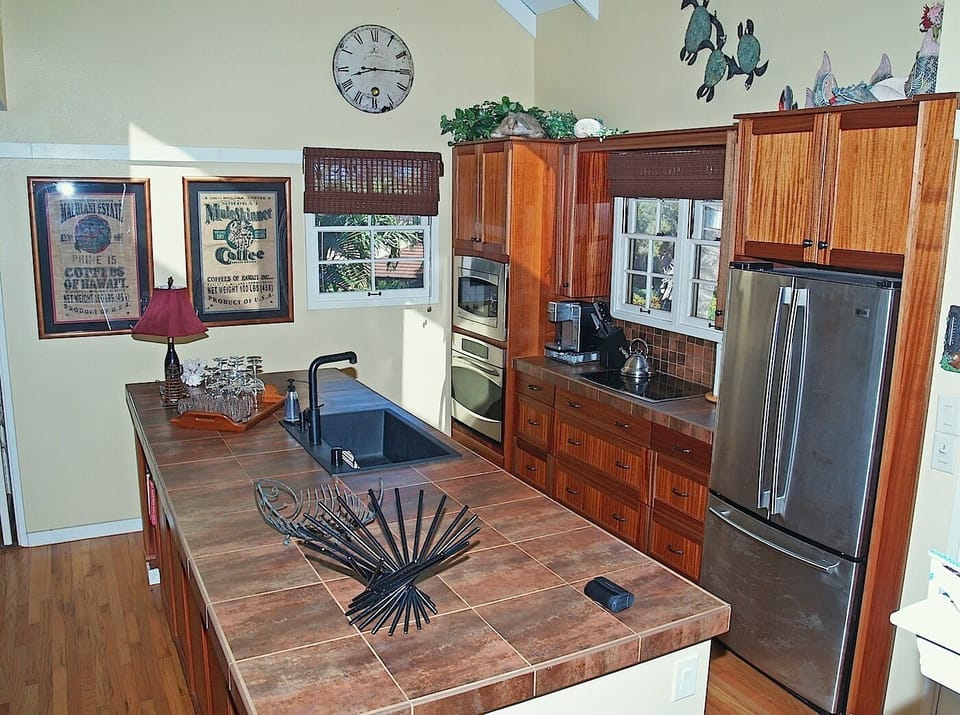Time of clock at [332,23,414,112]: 8:15
